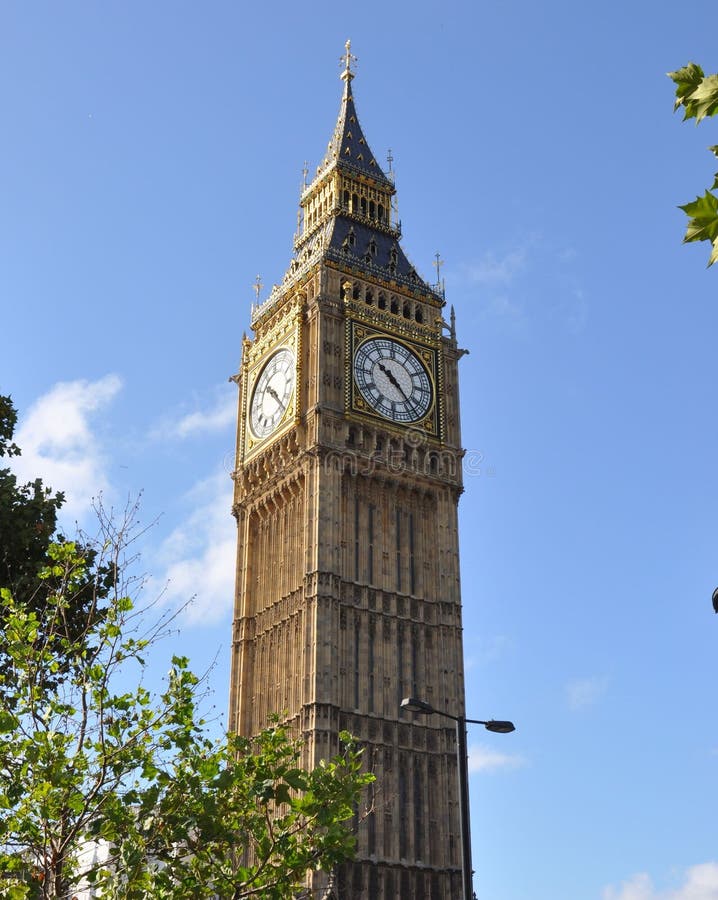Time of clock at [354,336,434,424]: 10:22
